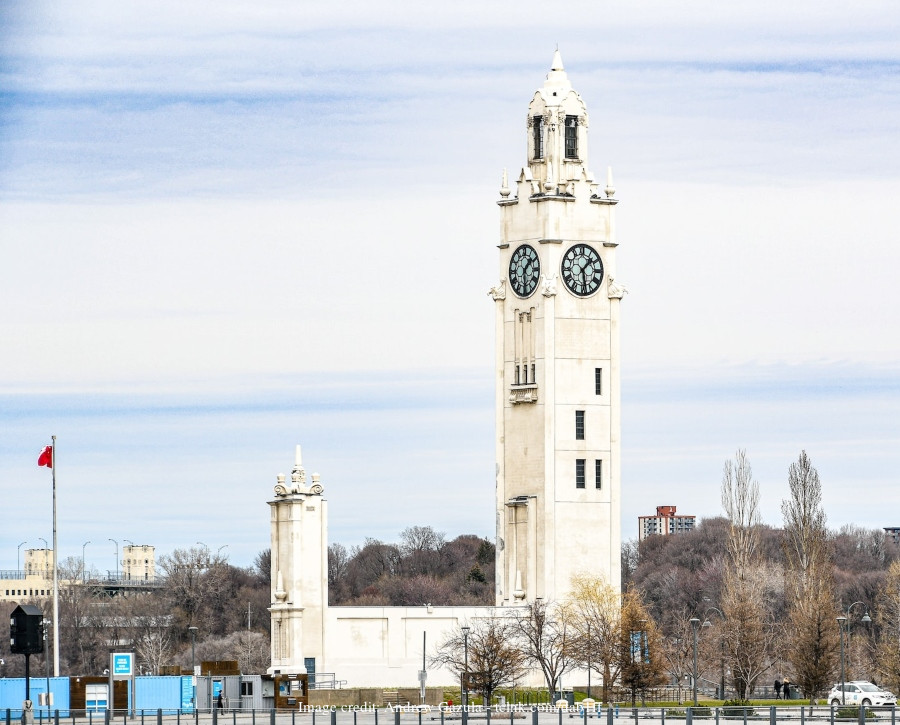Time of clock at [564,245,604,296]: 1:28
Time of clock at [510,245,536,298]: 1:29
